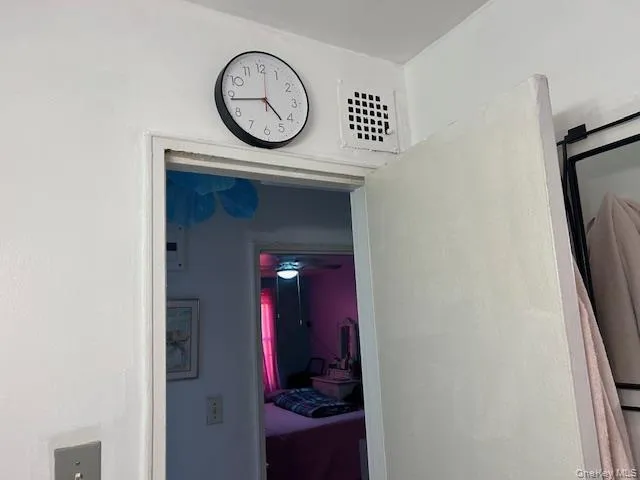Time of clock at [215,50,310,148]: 4:44
